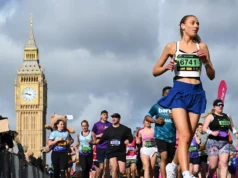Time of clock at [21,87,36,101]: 9:46
